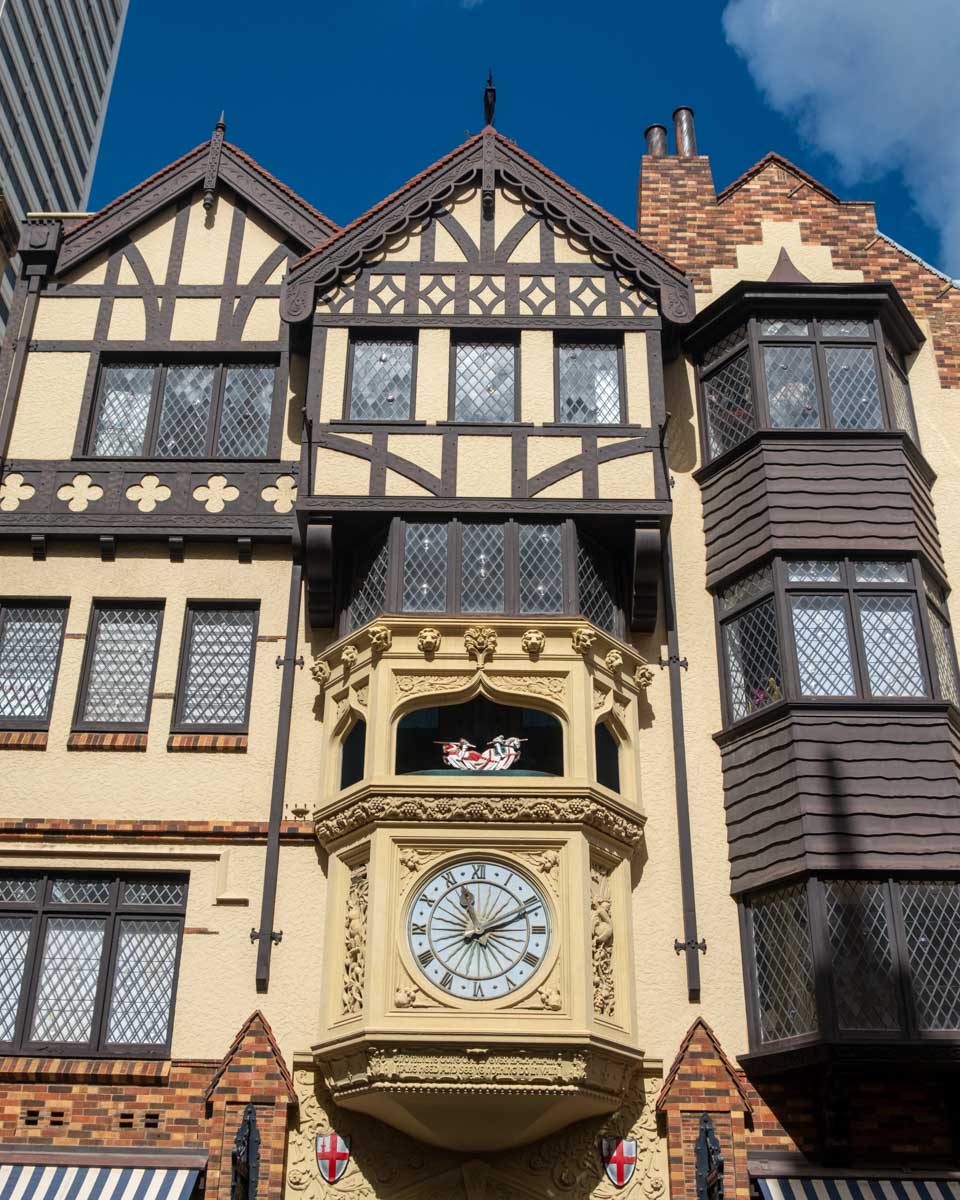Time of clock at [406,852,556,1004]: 2:11
